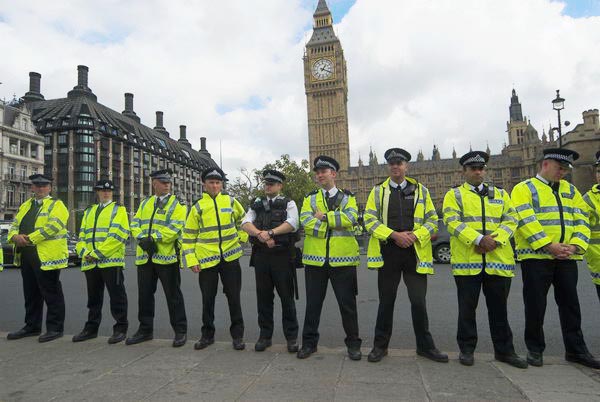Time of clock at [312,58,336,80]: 1:18
